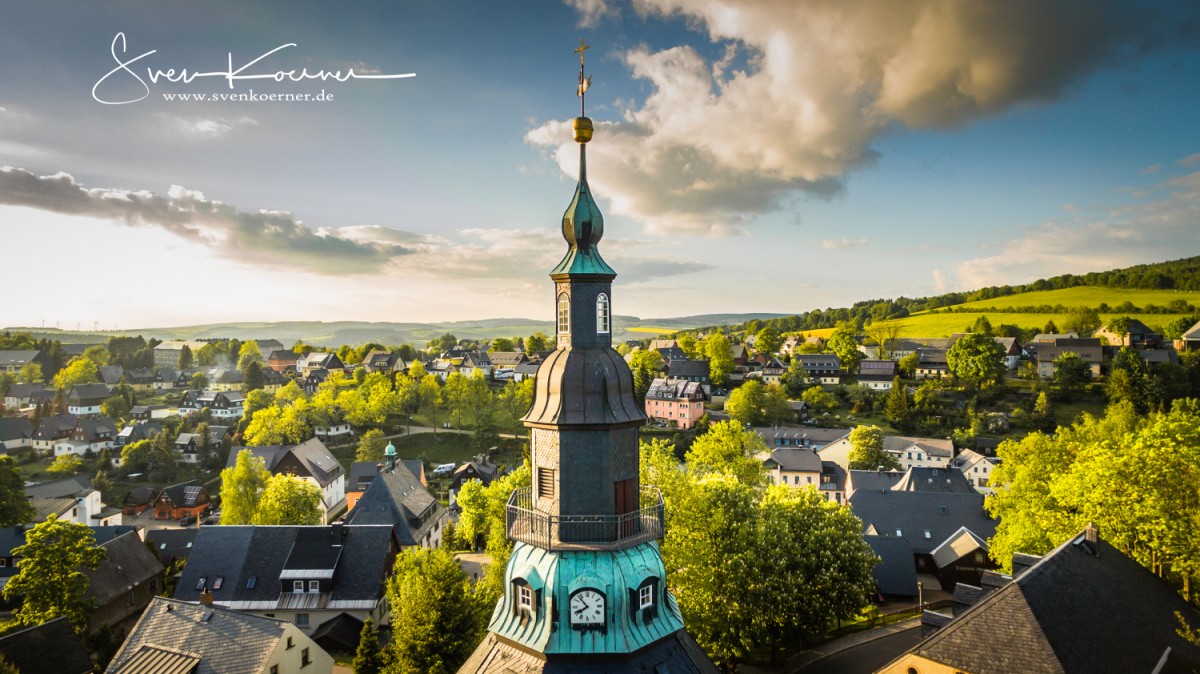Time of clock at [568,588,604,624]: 7:53
